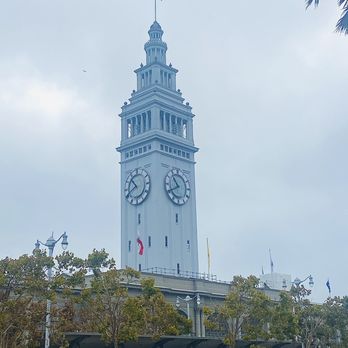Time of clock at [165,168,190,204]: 10:40
